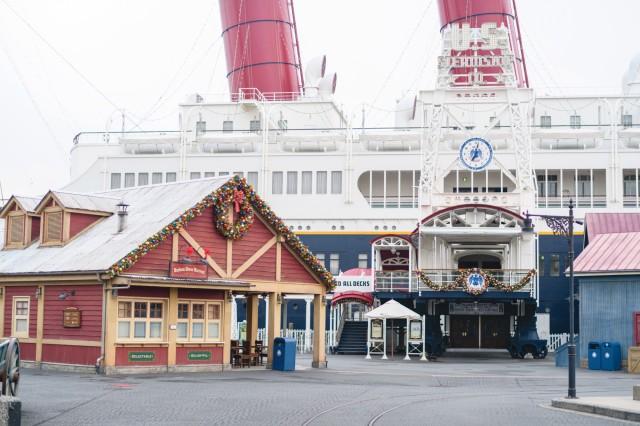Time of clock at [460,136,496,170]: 7:02
